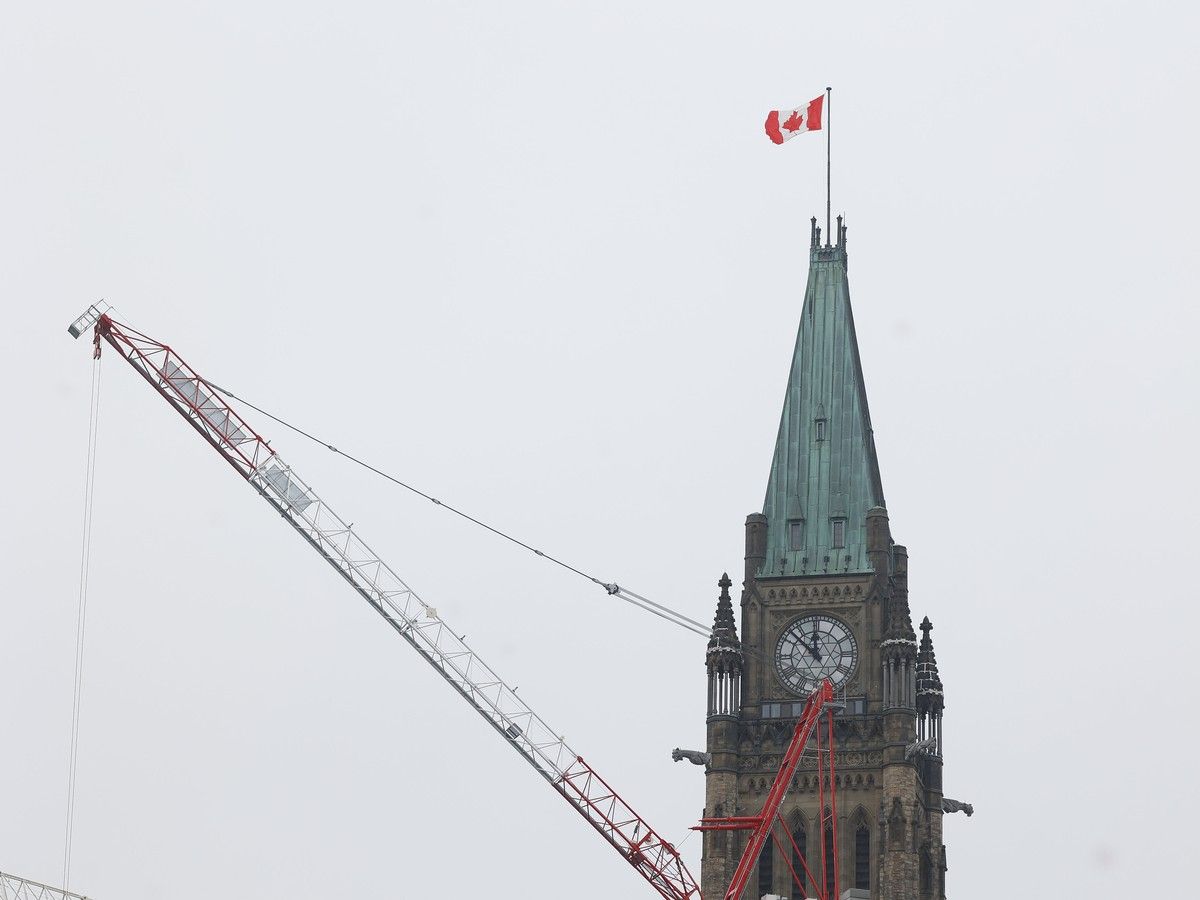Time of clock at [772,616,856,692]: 11:52
